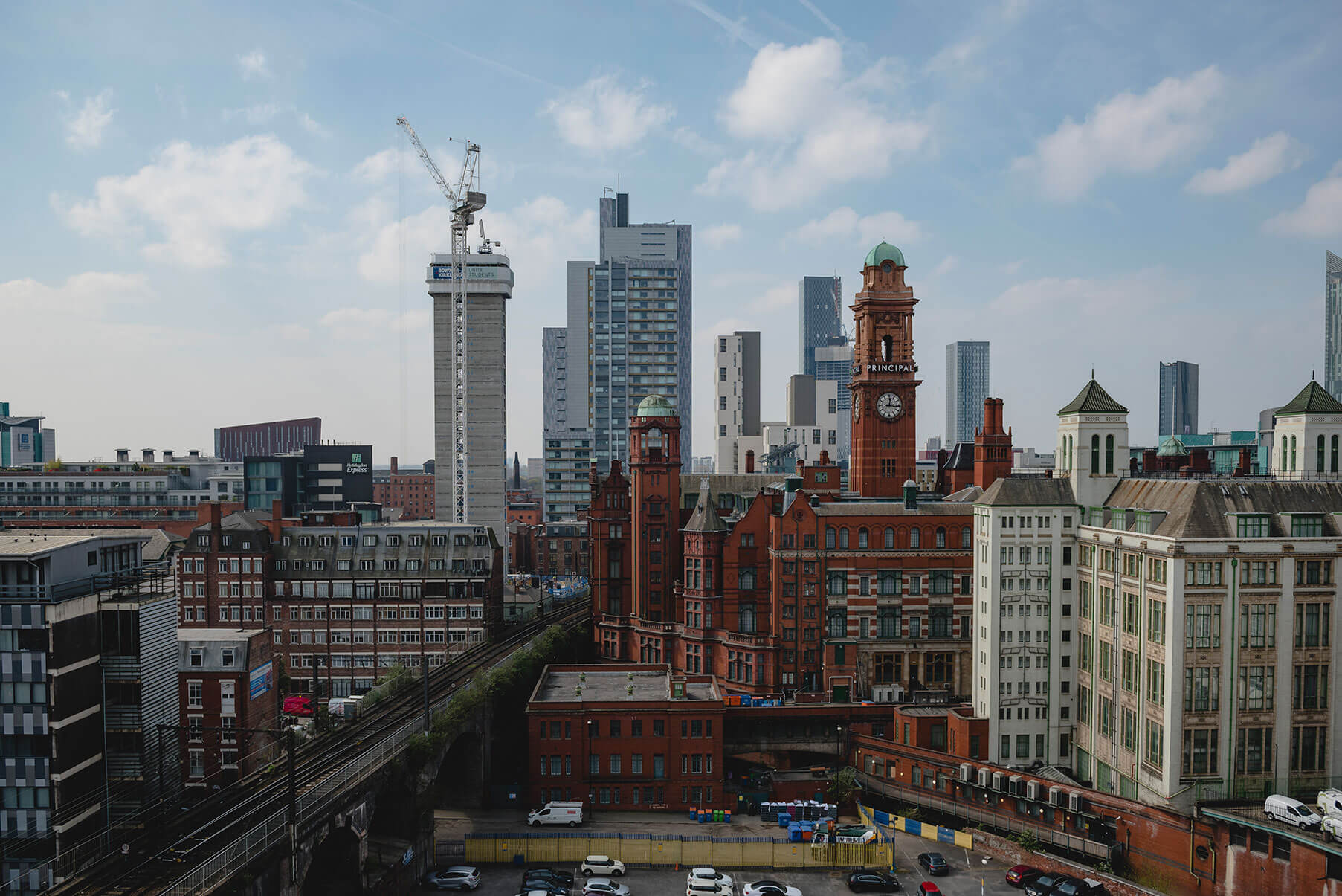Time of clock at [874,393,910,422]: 12:15
